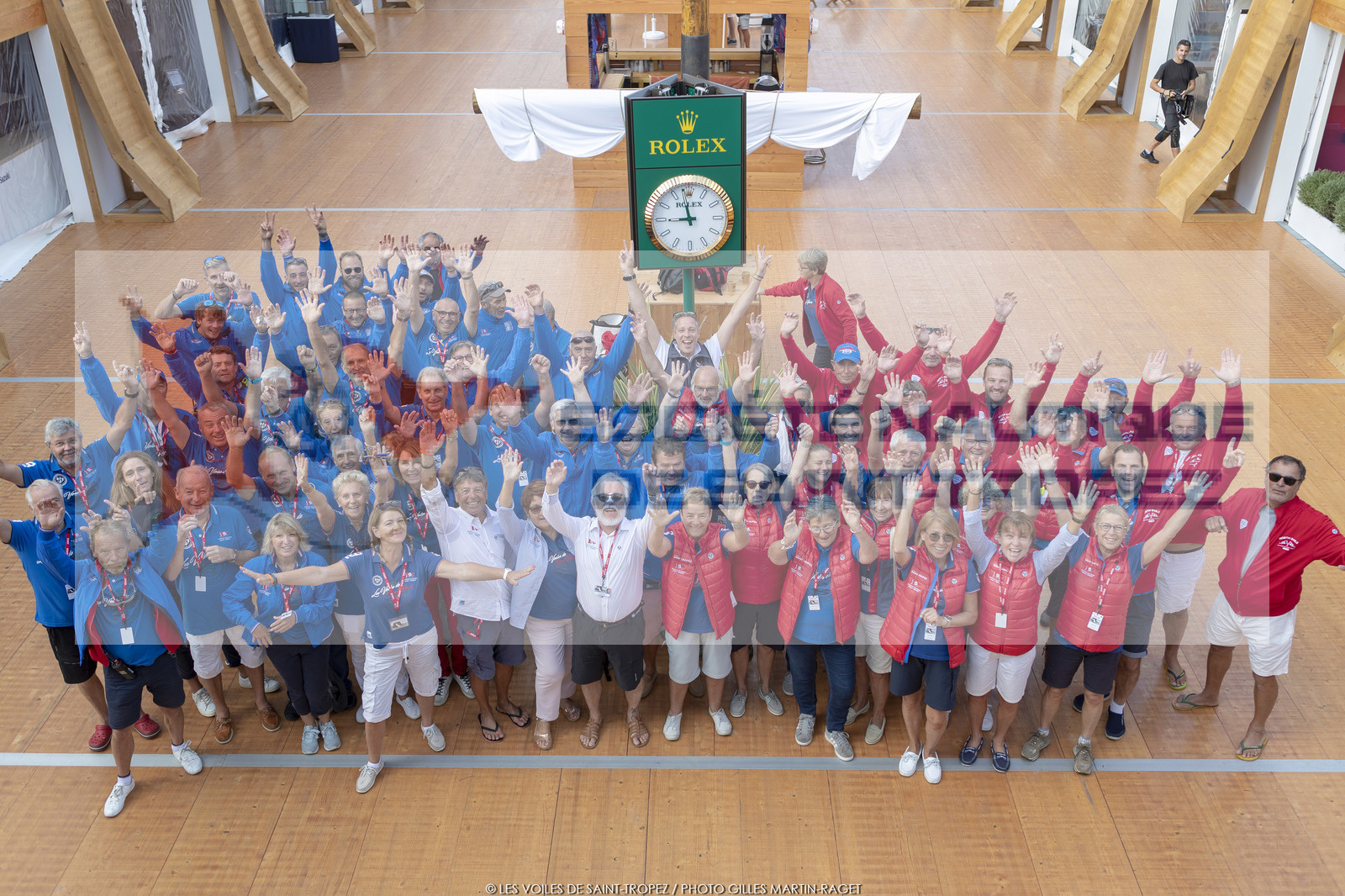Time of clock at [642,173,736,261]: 8:58
